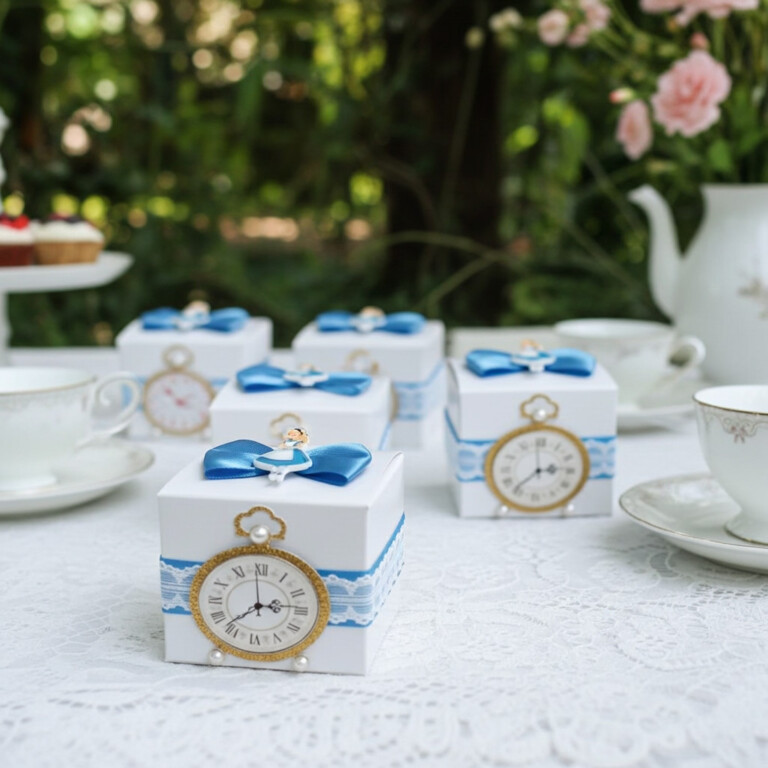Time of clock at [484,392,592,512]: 2:36
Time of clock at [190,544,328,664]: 2:37
